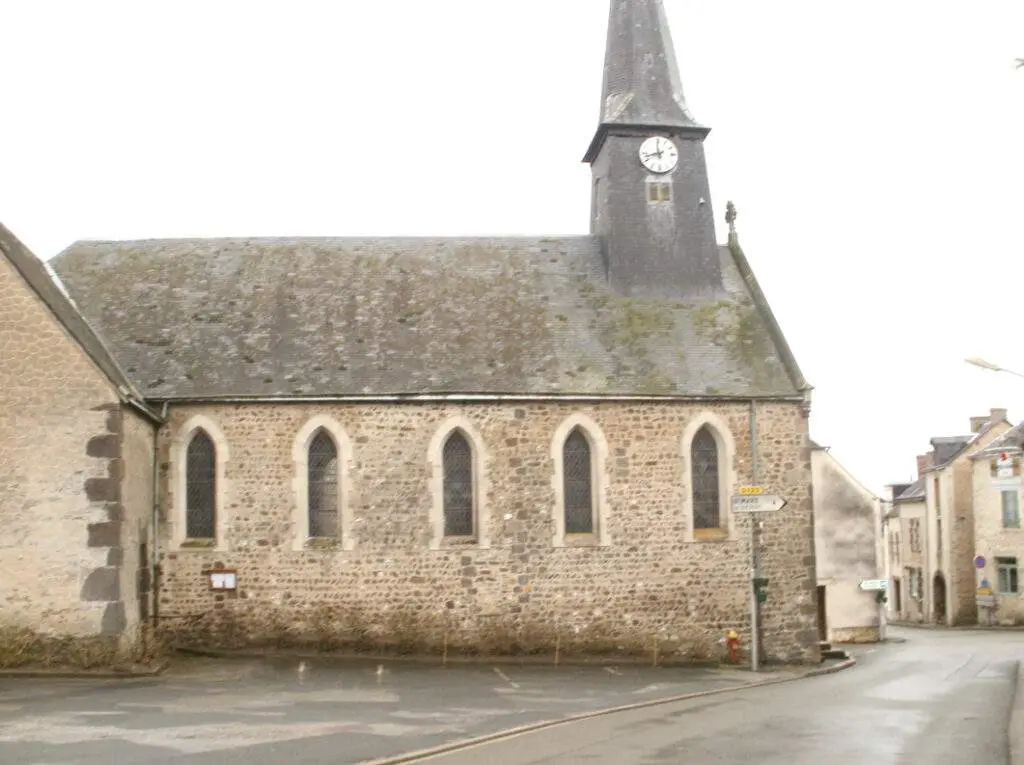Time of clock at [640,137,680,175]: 11:42
